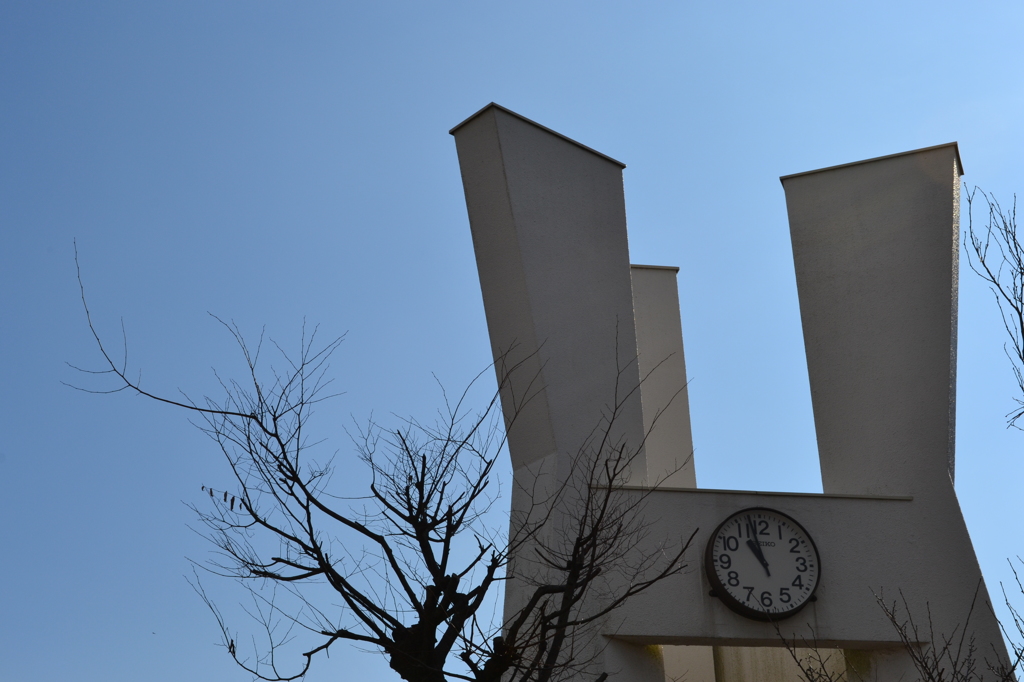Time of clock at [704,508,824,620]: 10:57
